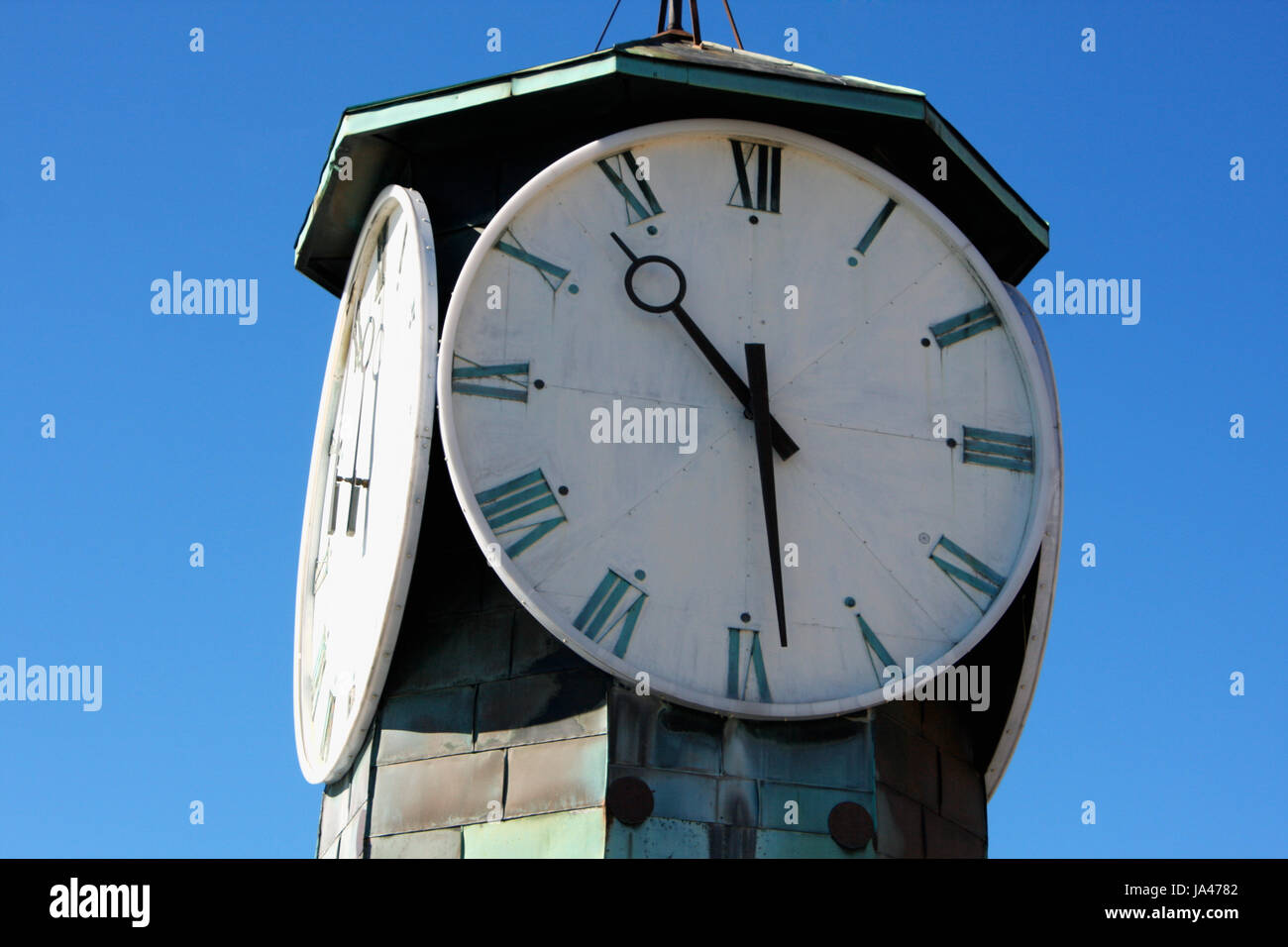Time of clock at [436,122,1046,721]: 10:28
